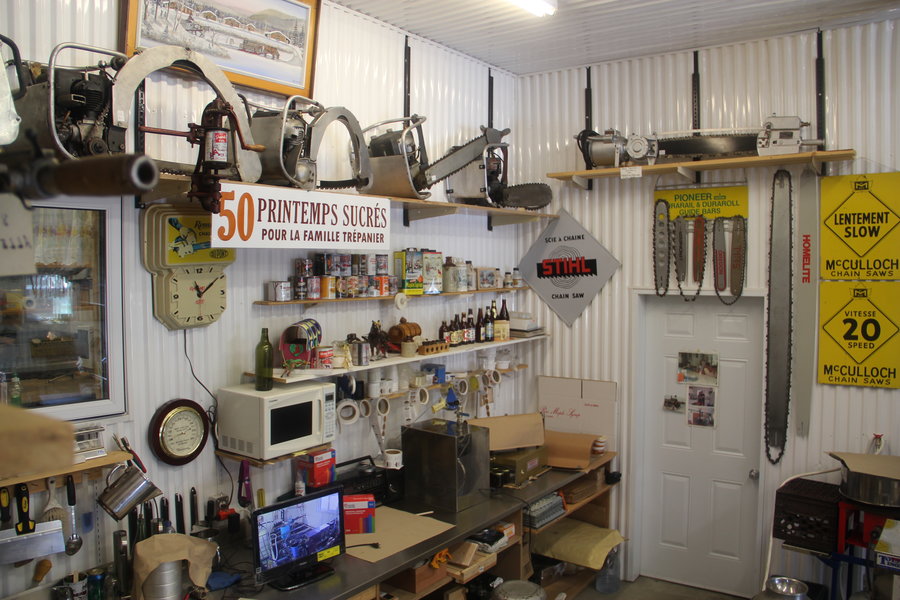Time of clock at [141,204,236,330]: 11:09
